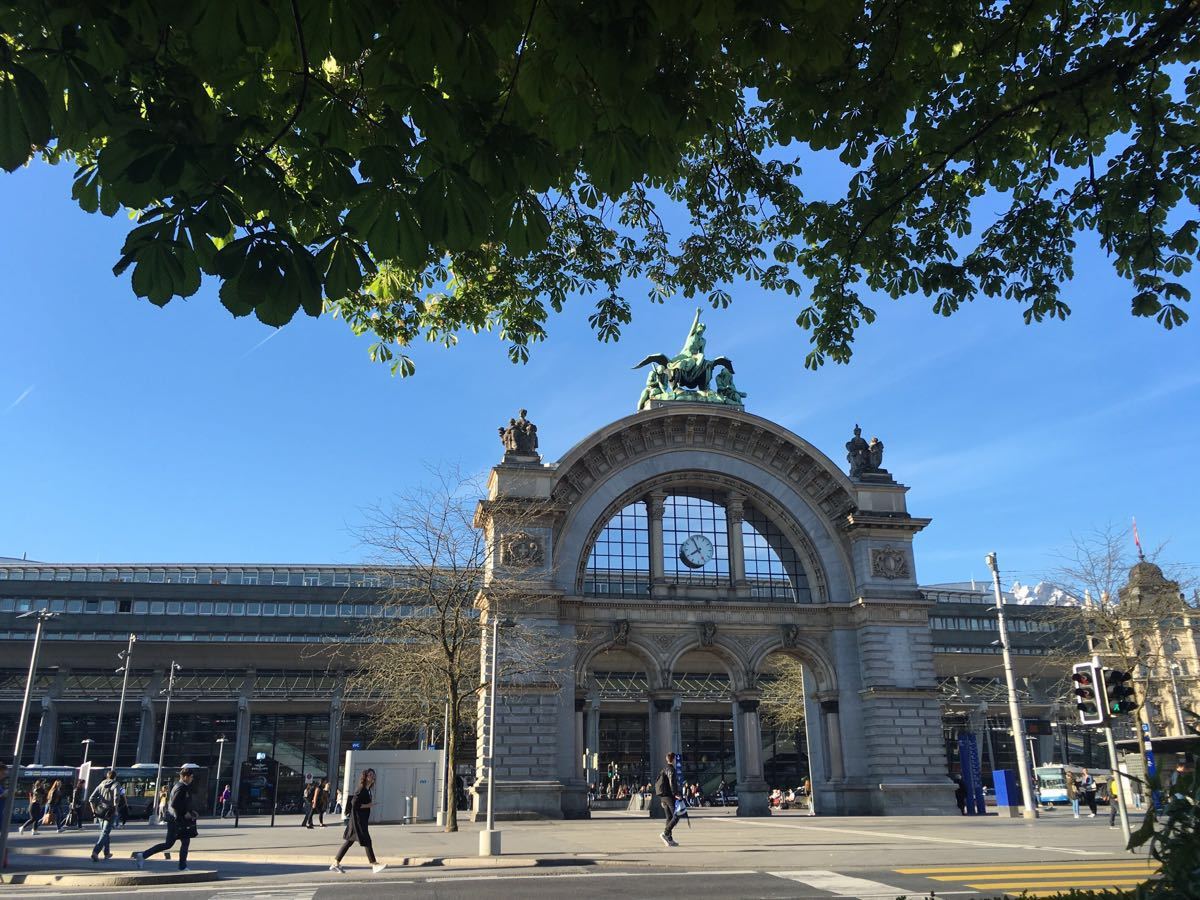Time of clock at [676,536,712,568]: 7:55
